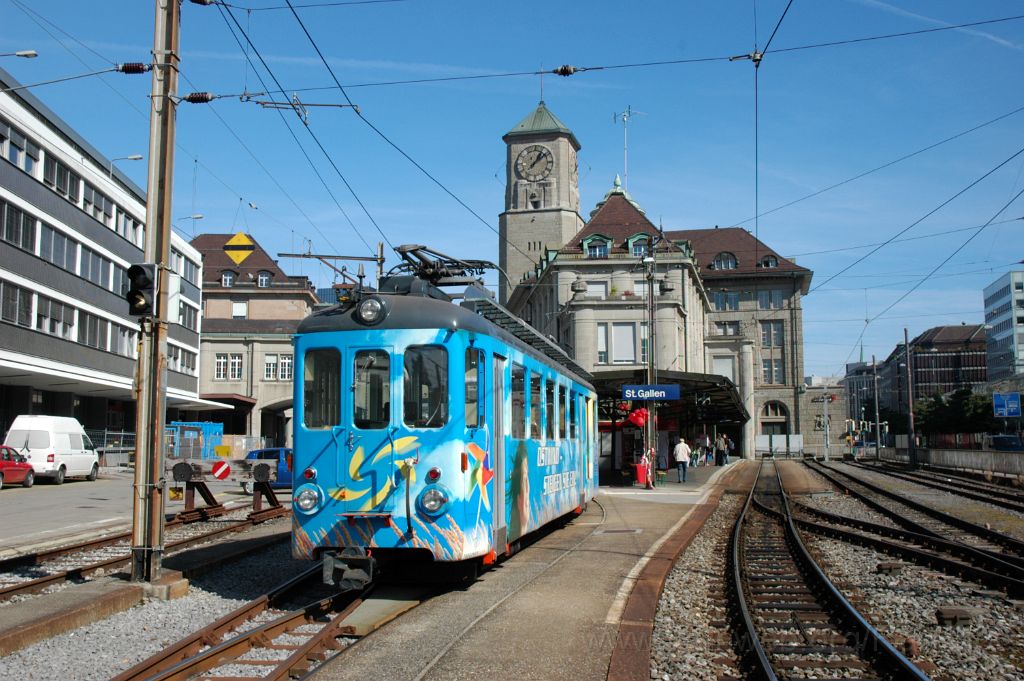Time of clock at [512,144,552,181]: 1:08
